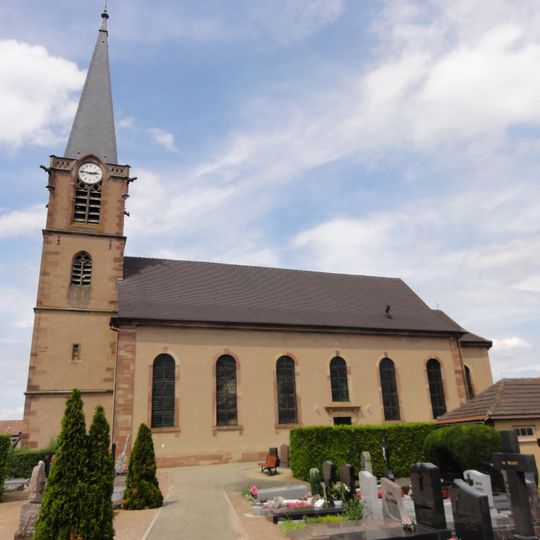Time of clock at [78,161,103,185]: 2:46
